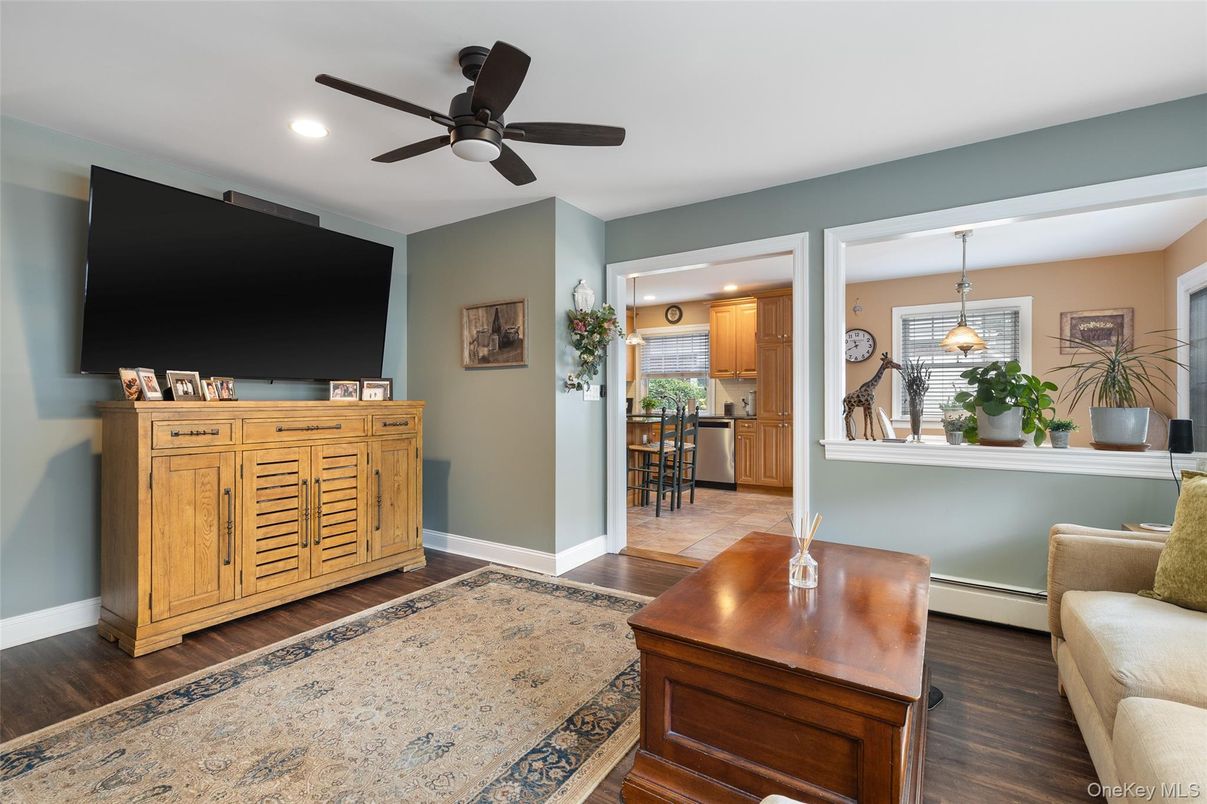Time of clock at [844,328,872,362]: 11:40
